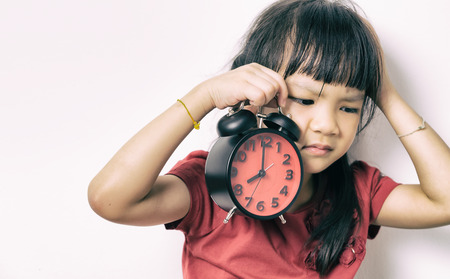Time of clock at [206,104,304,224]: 7:59
